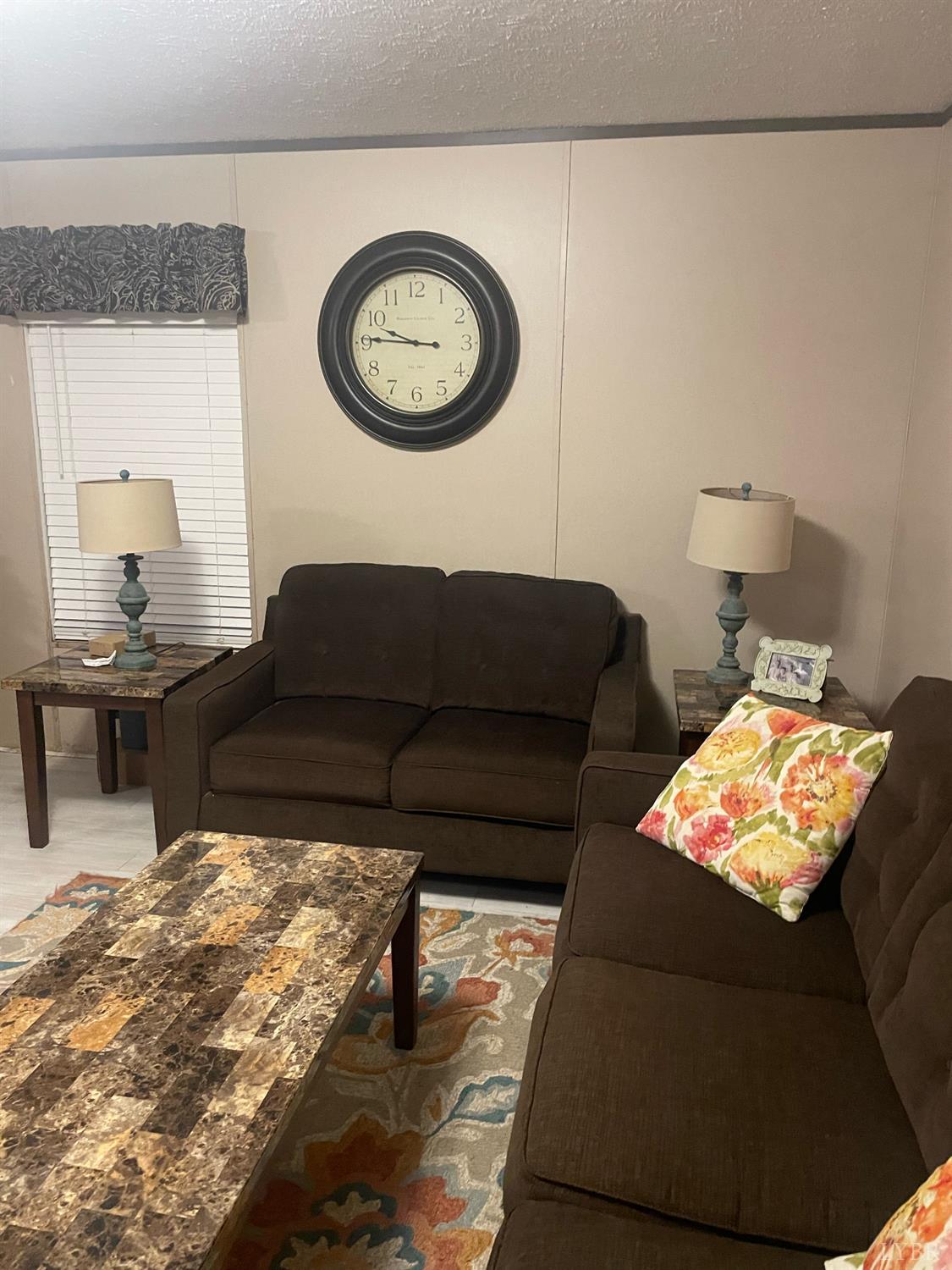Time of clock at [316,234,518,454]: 9:45
